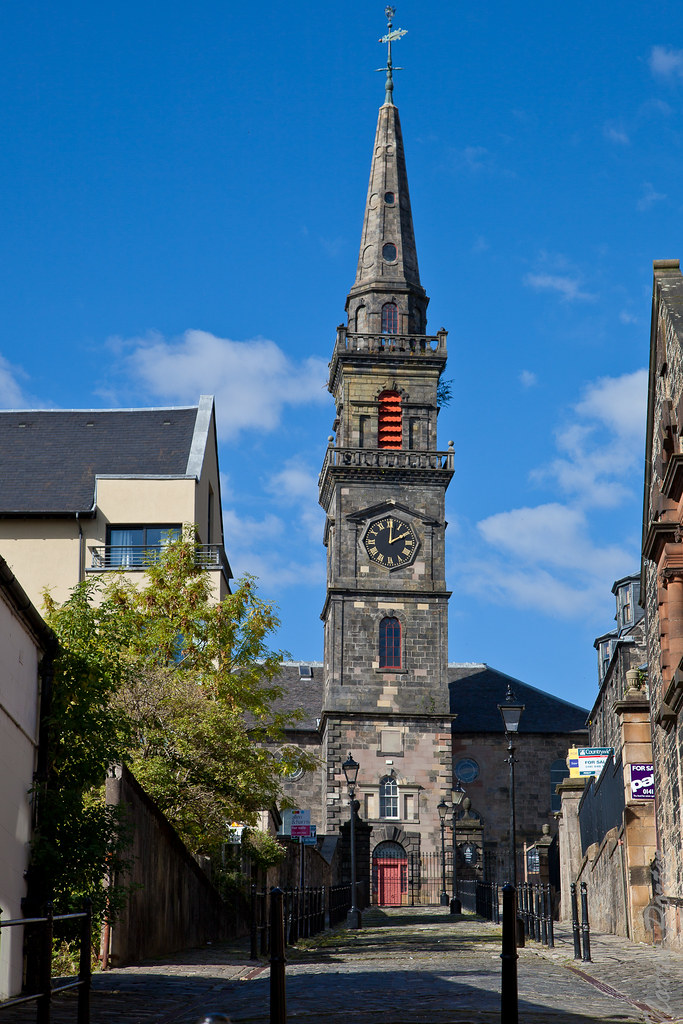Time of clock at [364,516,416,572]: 2:00
